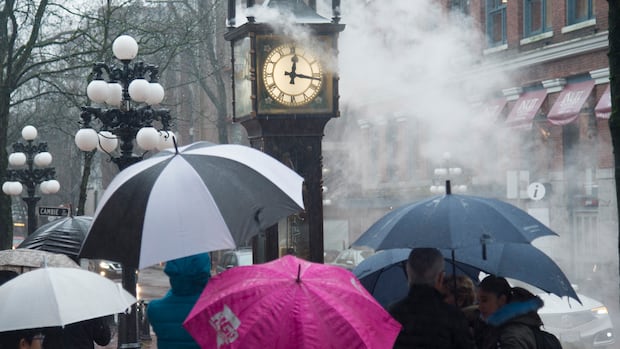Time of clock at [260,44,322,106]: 12:16
